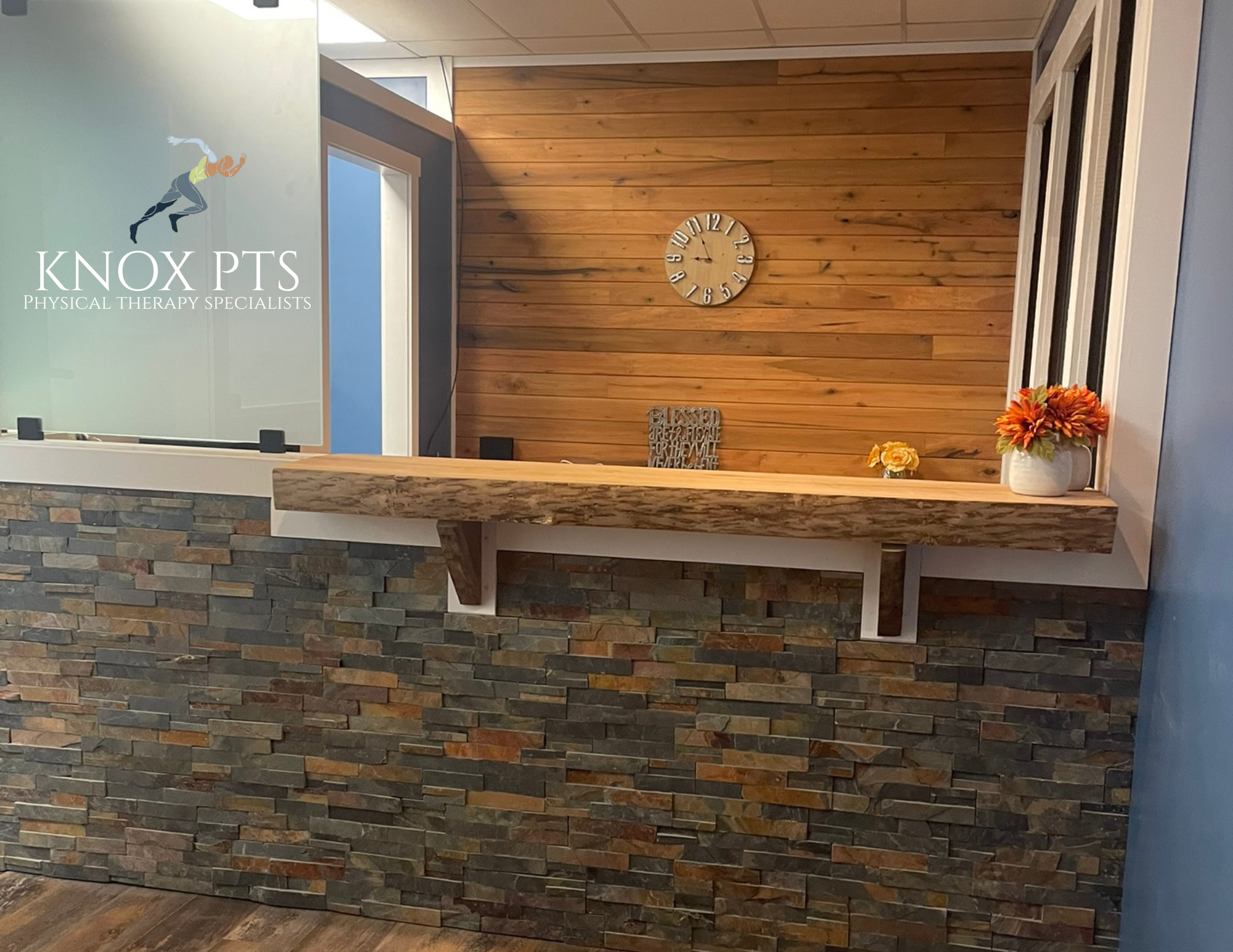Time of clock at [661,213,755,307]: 8:56
